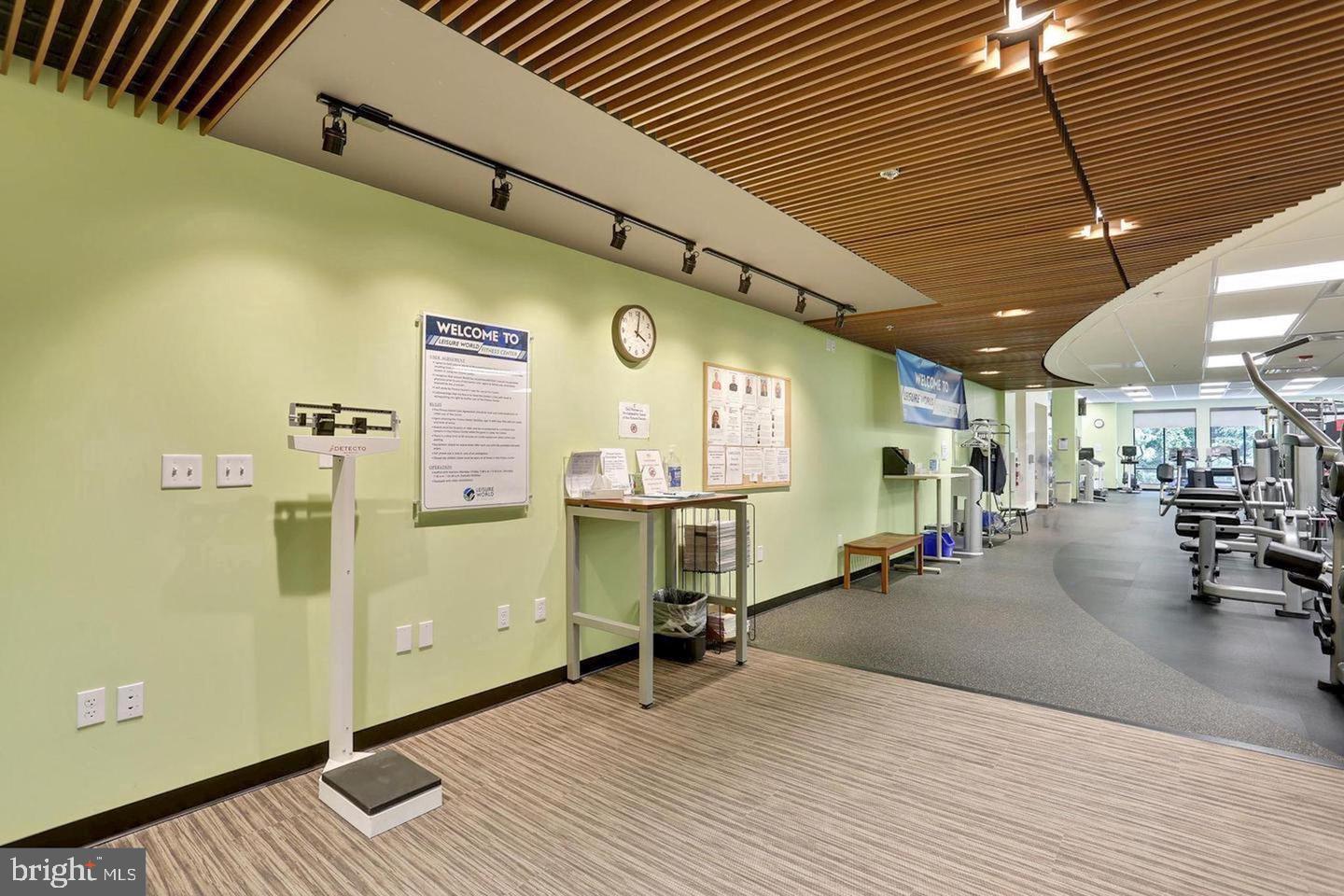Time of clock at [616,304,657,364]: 4:01
